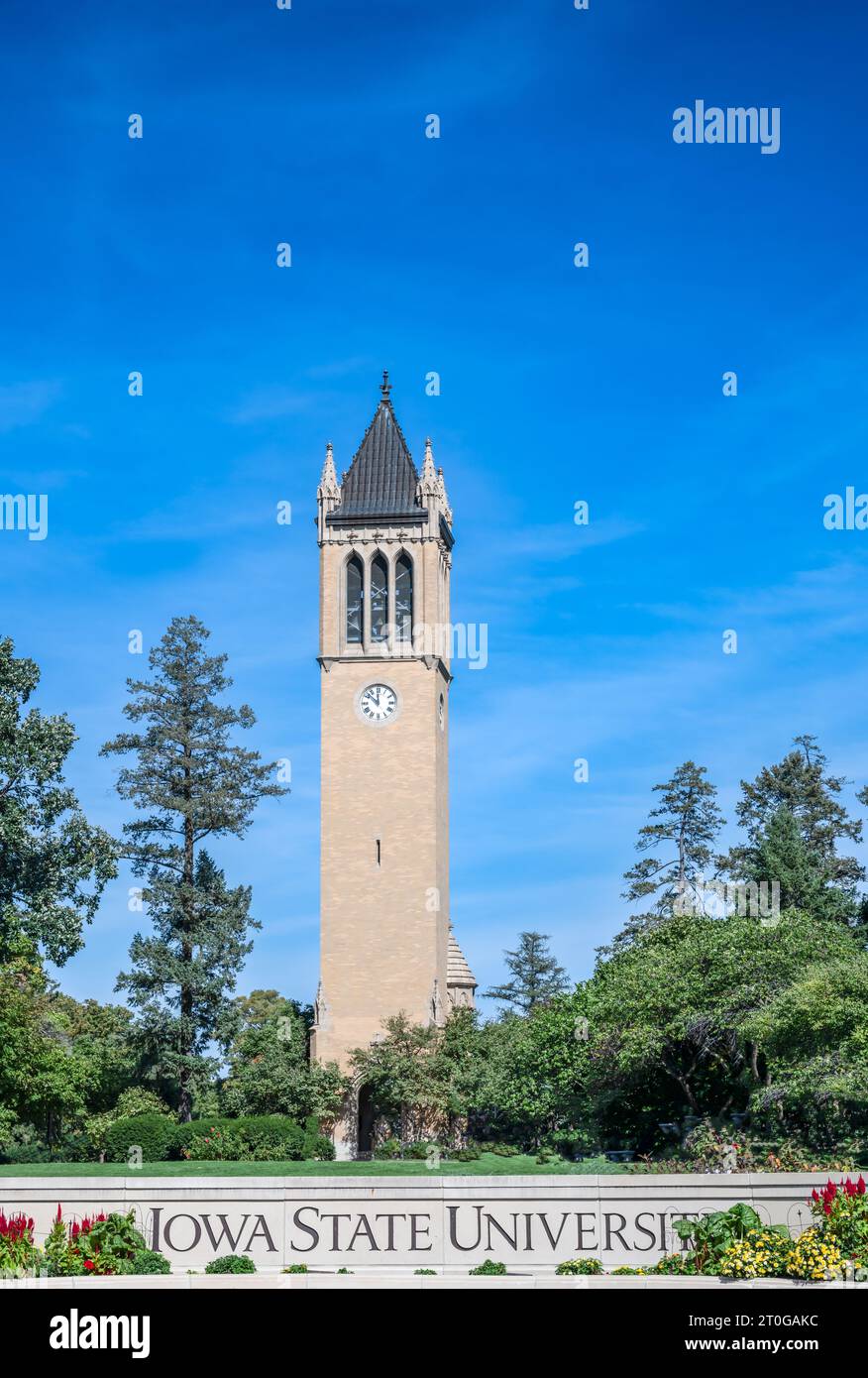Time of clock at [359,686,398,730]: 11:52
